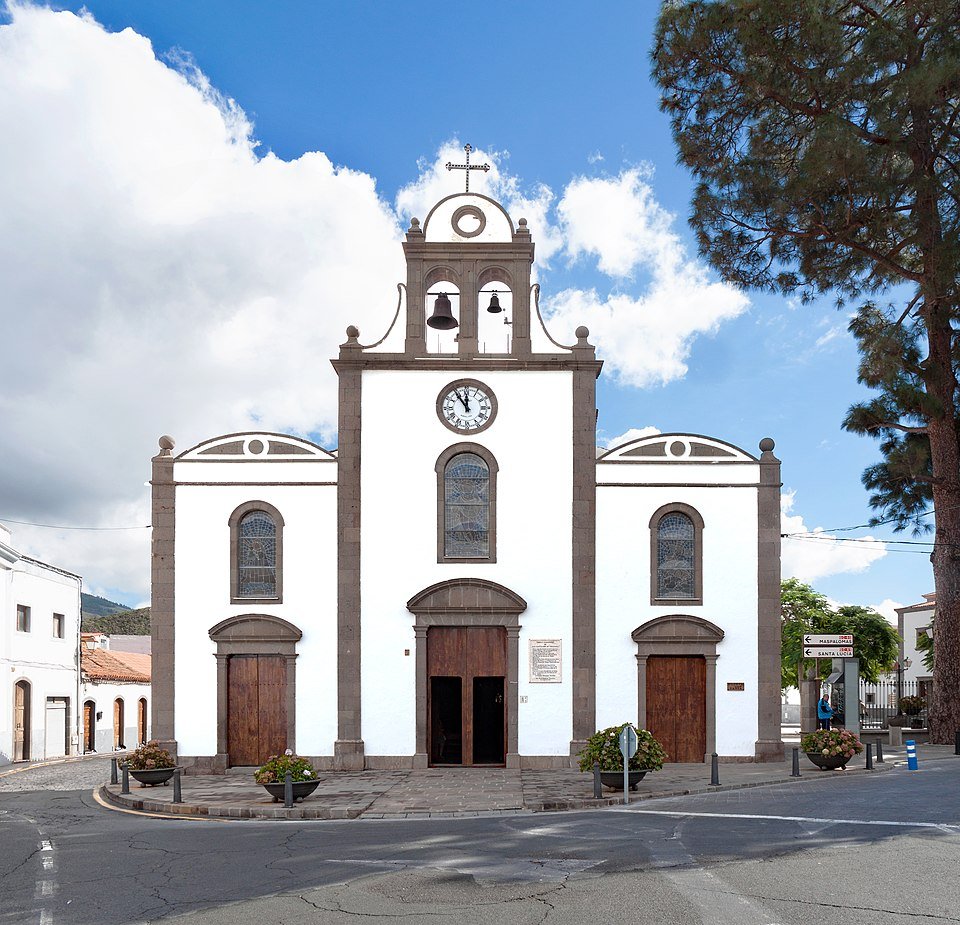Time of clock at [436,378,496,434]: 11:54
